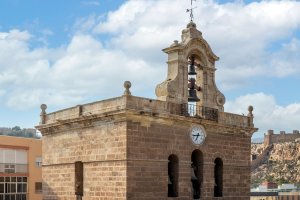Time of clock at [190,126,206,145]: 6:43
